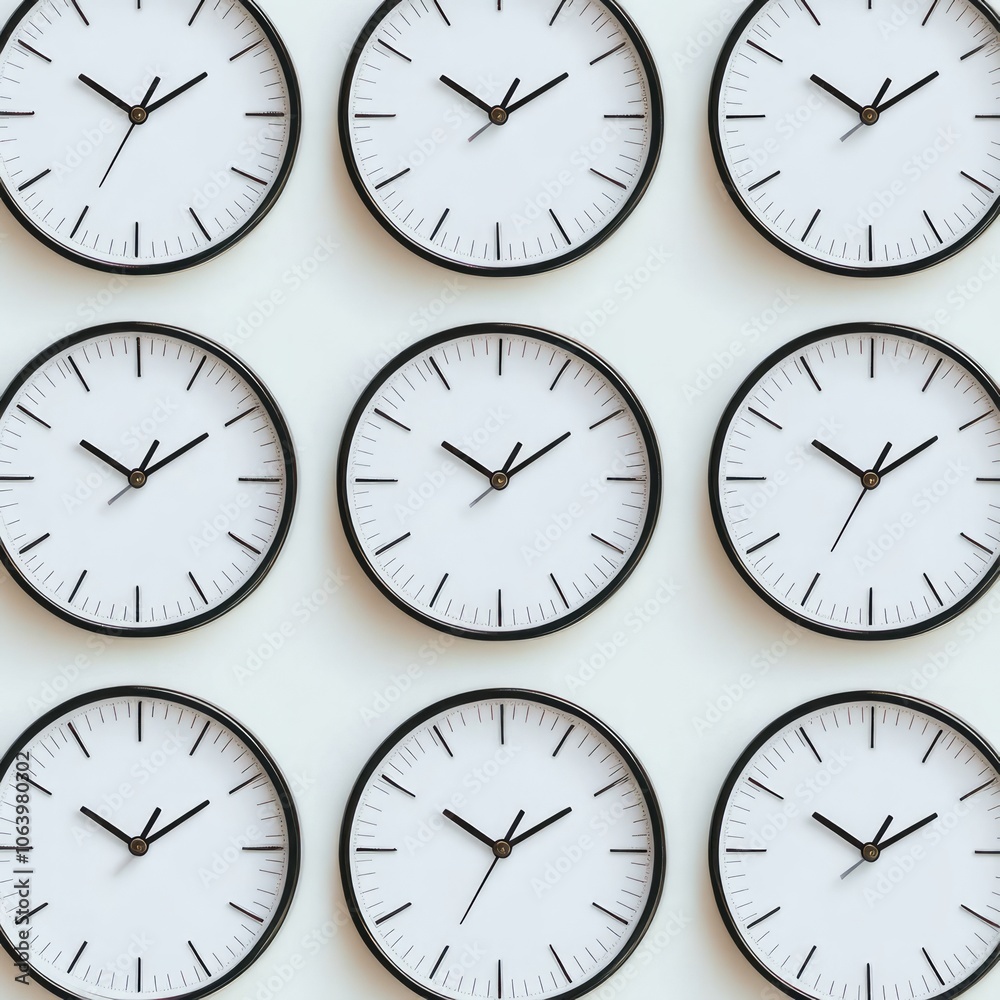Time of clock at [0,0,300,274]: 10:09
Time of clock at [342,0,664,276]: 10:09
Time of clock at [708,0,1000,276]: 10:09
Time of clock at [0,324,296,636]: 10:09
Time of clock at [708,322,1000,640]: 10:09
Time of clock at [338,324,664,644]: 10:09
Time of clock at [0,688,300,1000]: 10:09
